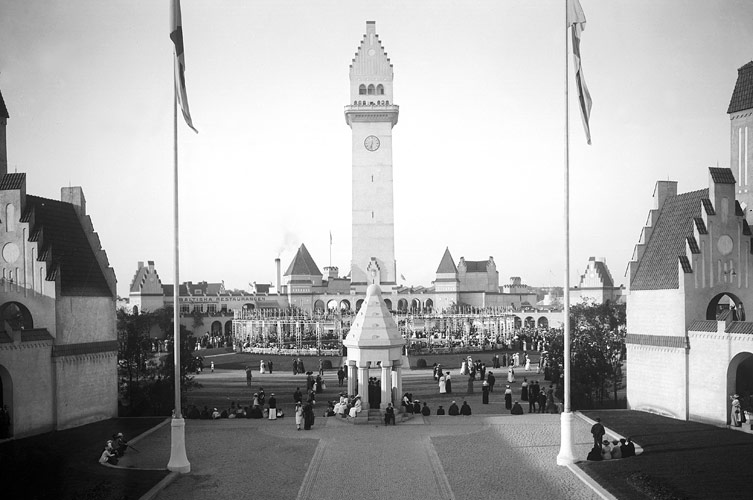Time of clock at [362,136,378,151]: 6:32
